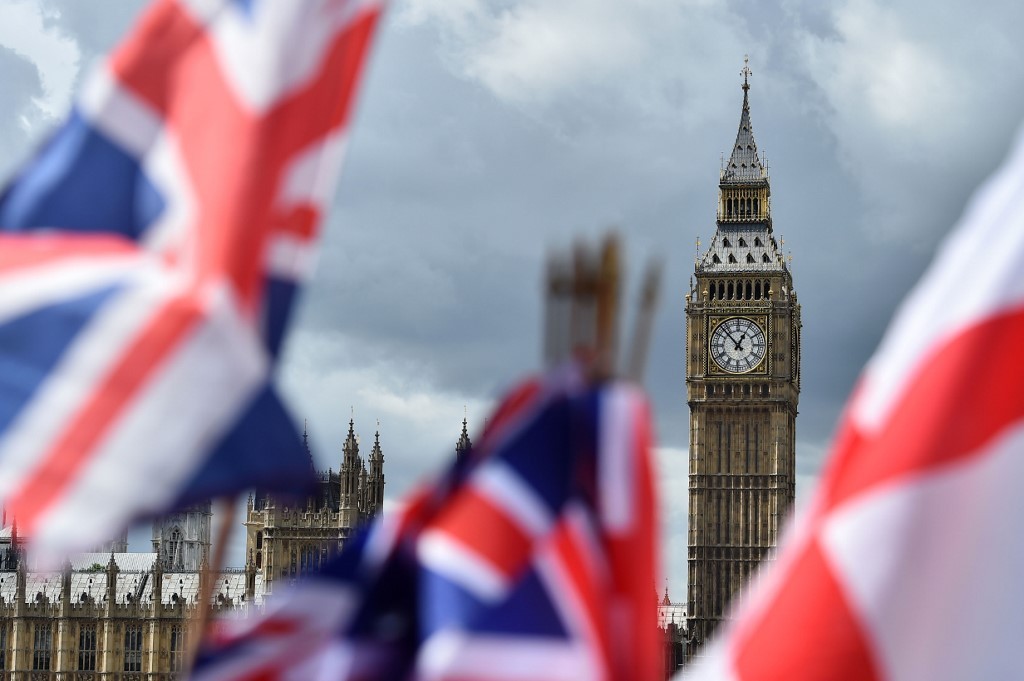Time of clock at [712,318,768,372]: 12:53
